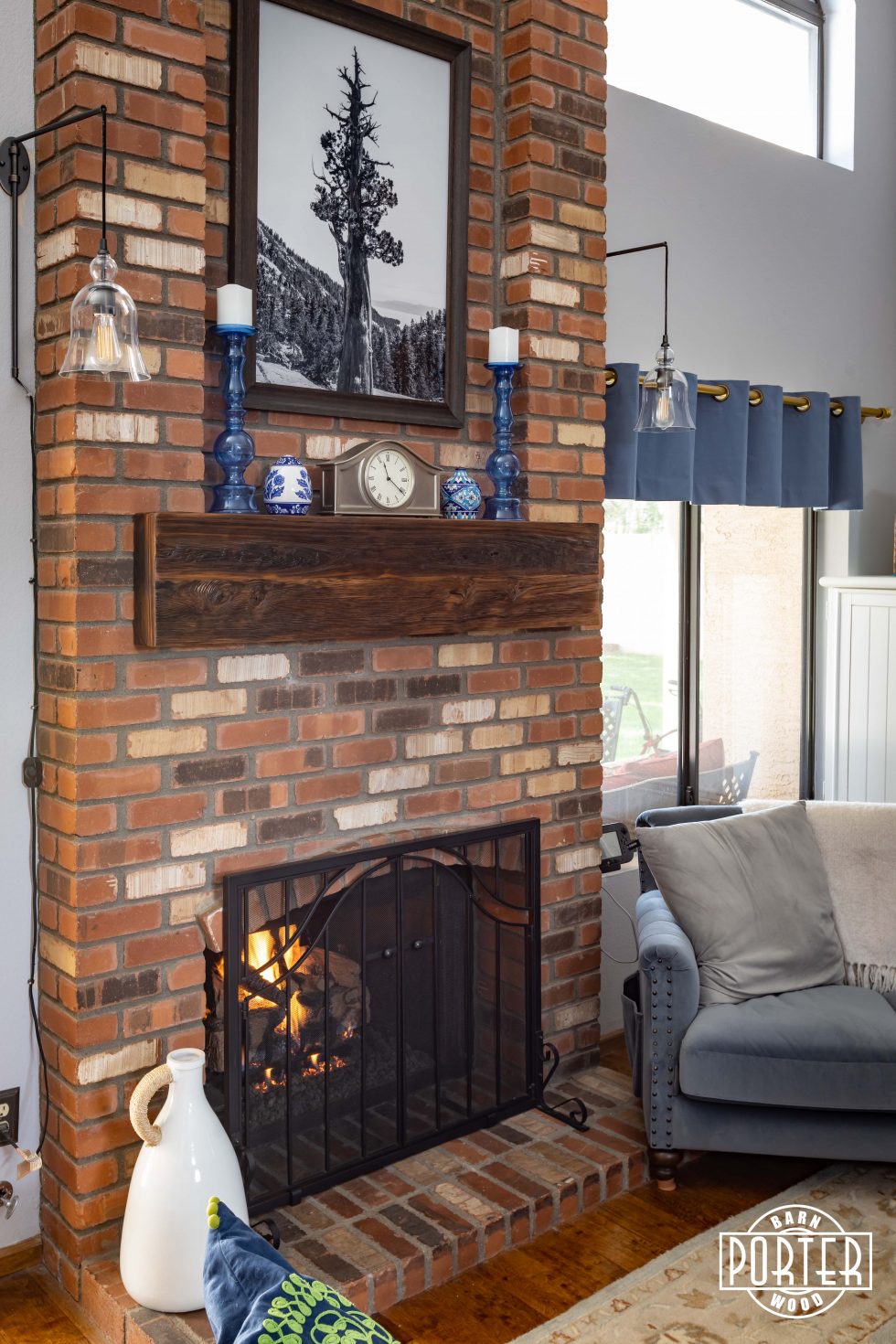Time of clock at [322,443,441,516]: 11:21
